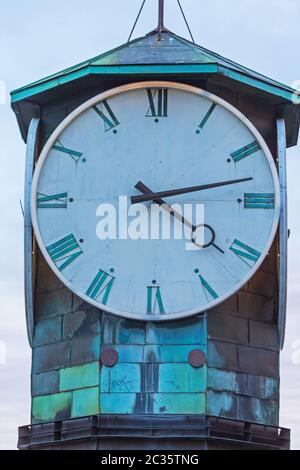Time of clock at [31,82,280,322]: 4:12
